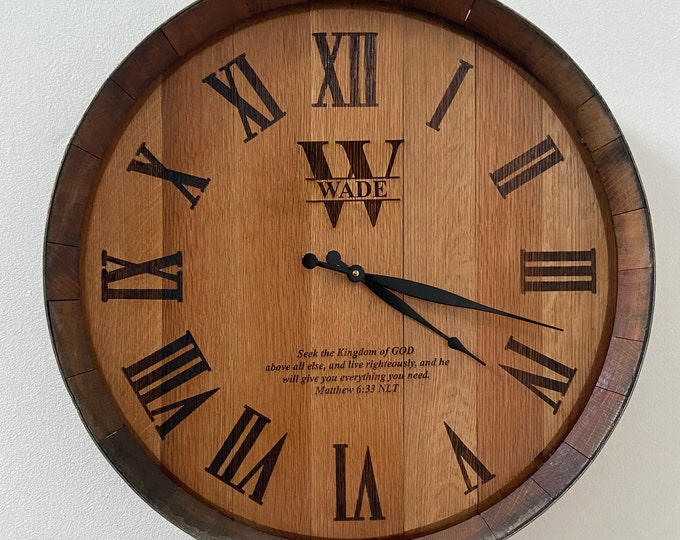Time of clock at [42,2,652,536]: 4:17
